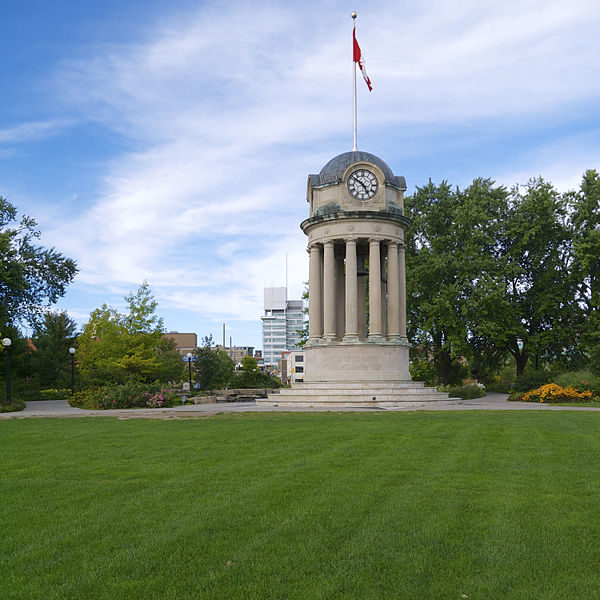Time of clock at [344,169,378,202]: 4:50
